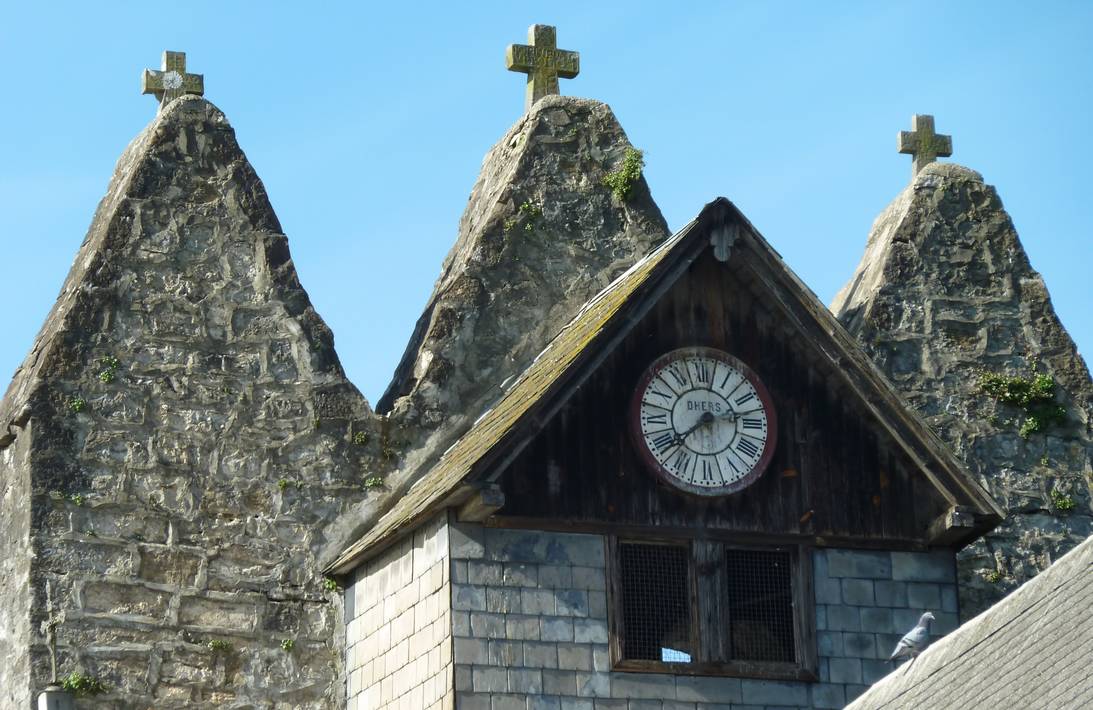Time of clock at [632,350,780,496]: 2:38
